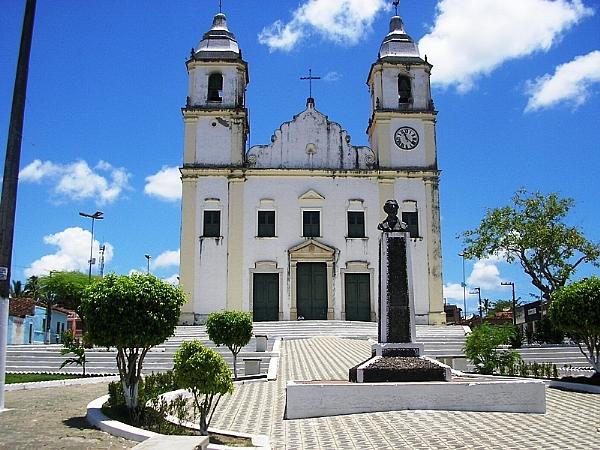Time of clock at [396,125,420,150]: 11:21
